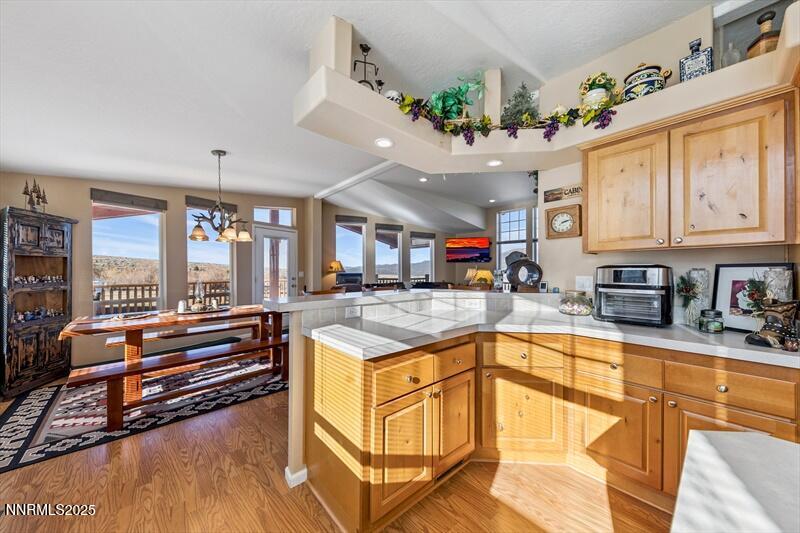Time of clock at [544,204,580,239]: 2:12
